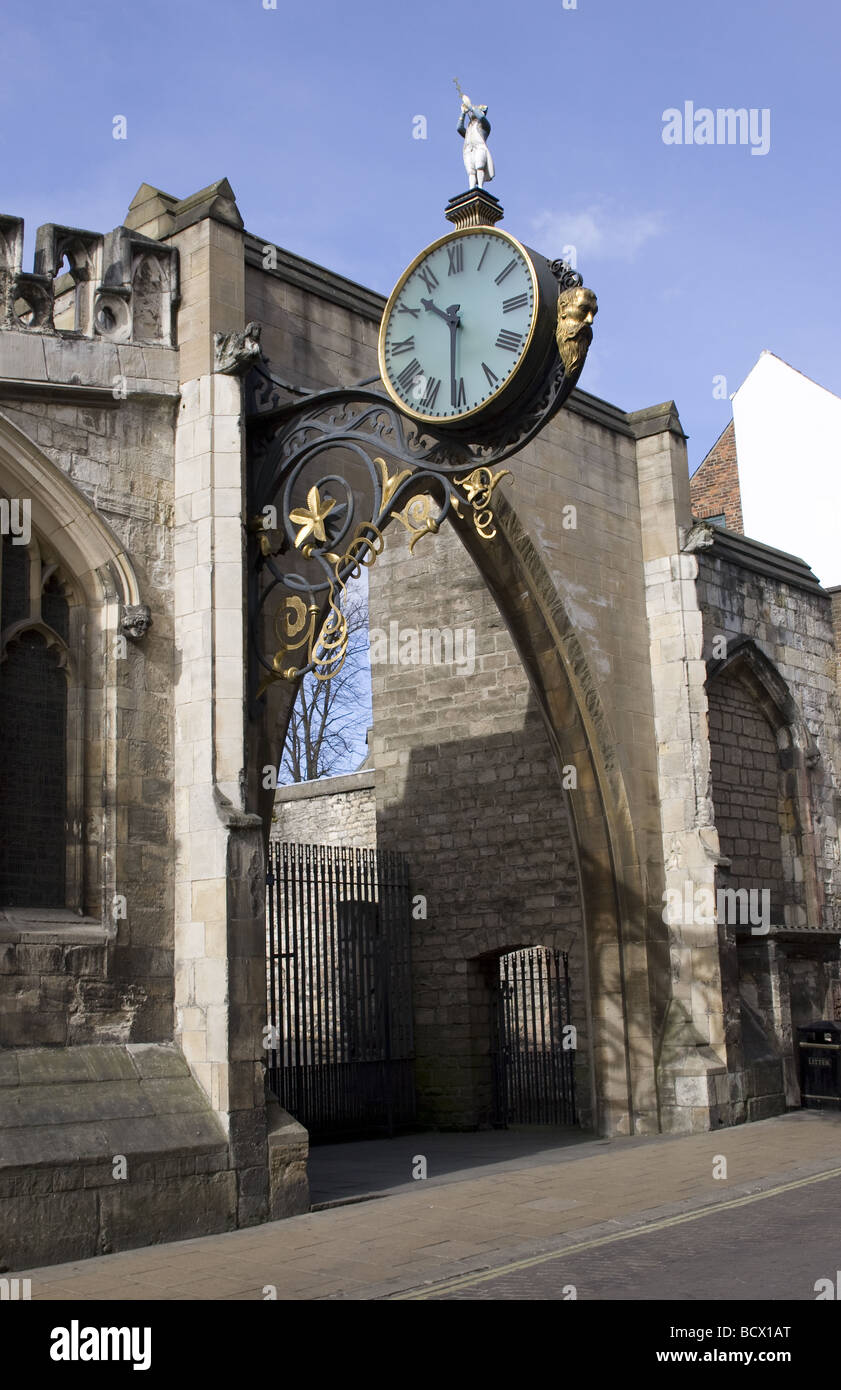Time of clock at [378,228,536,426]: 10:31
